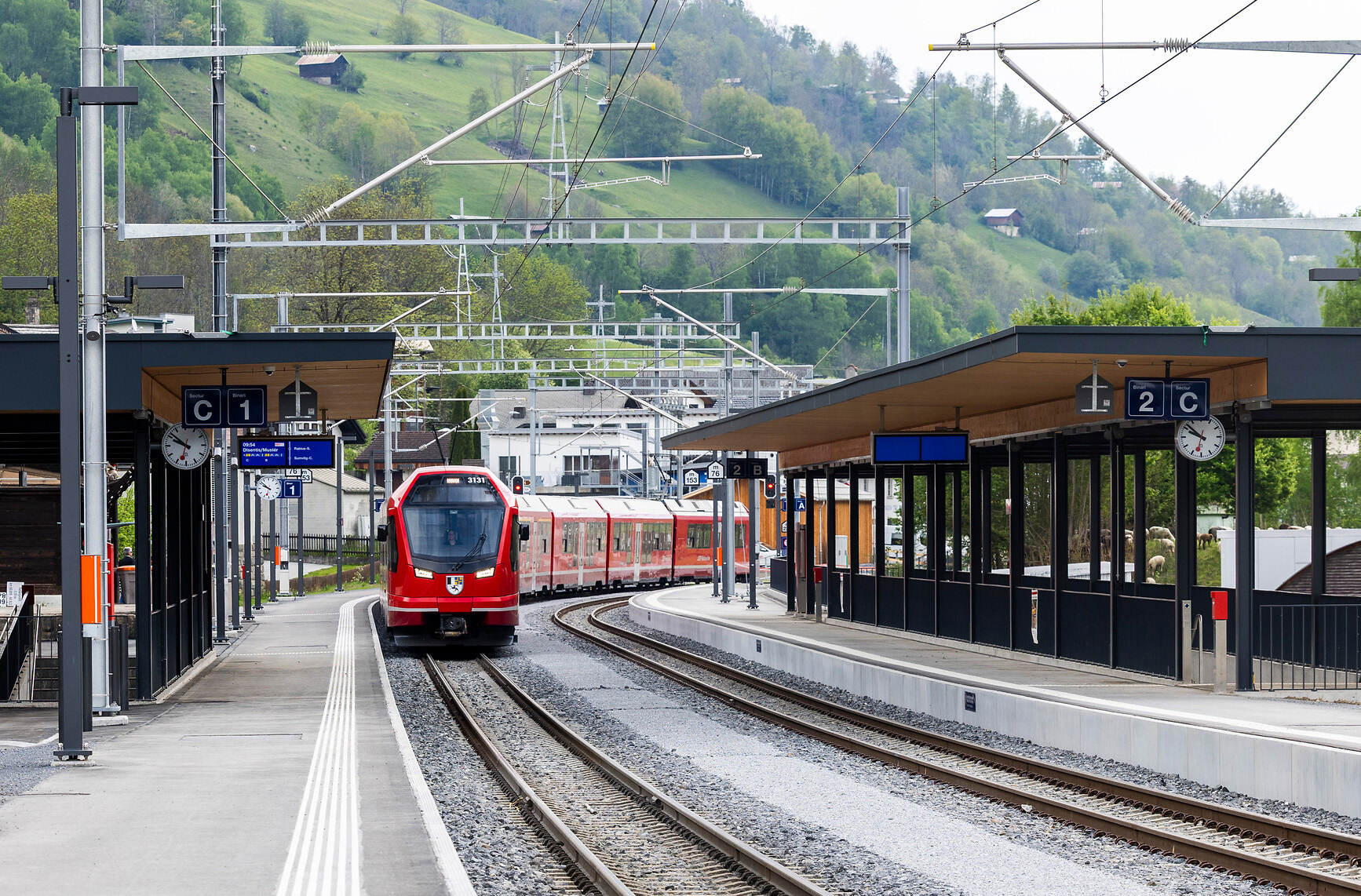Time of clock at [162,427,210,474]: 9:51
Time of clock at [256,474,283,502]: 9:51
